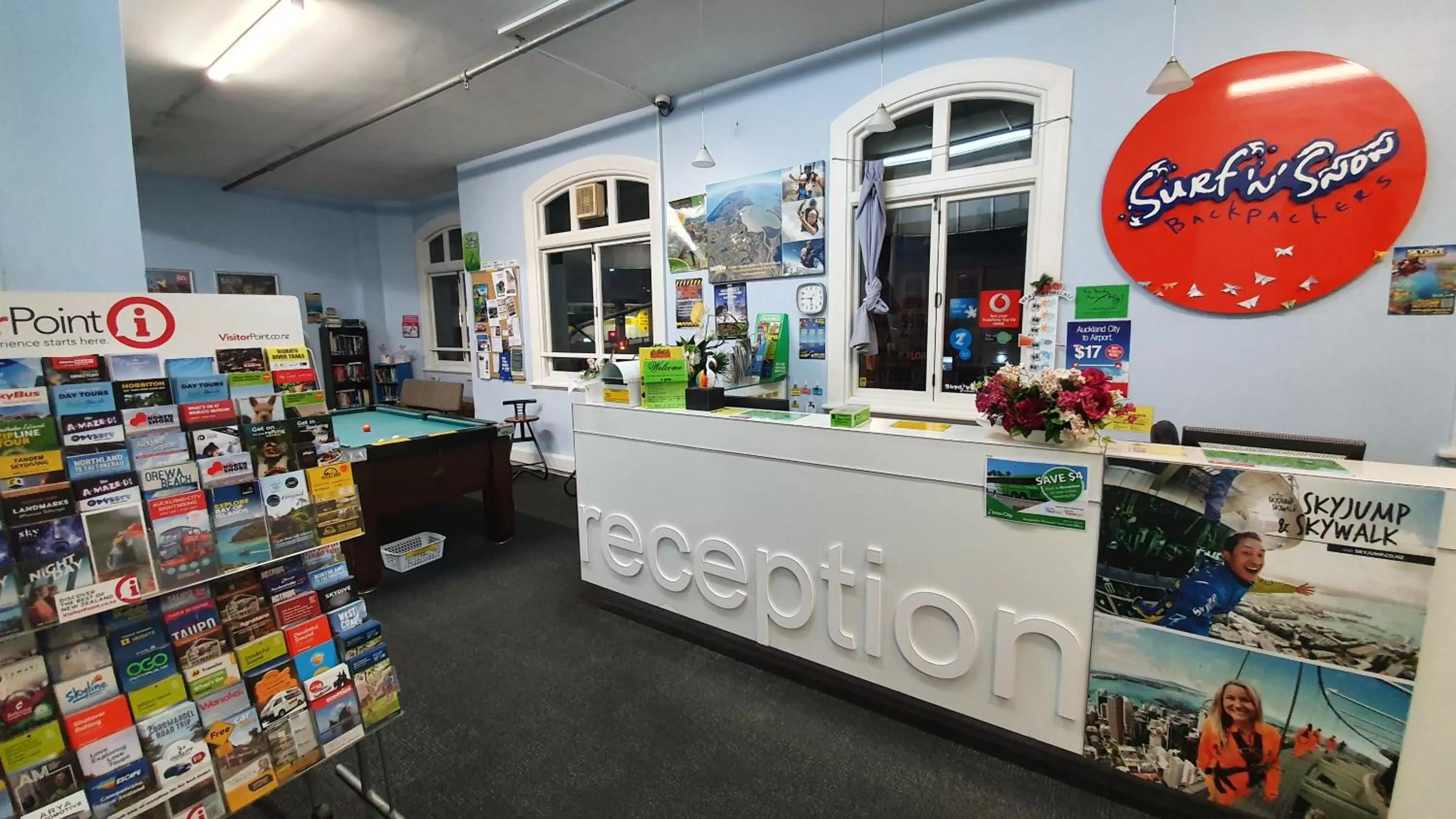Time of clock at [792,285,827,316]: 5:45
